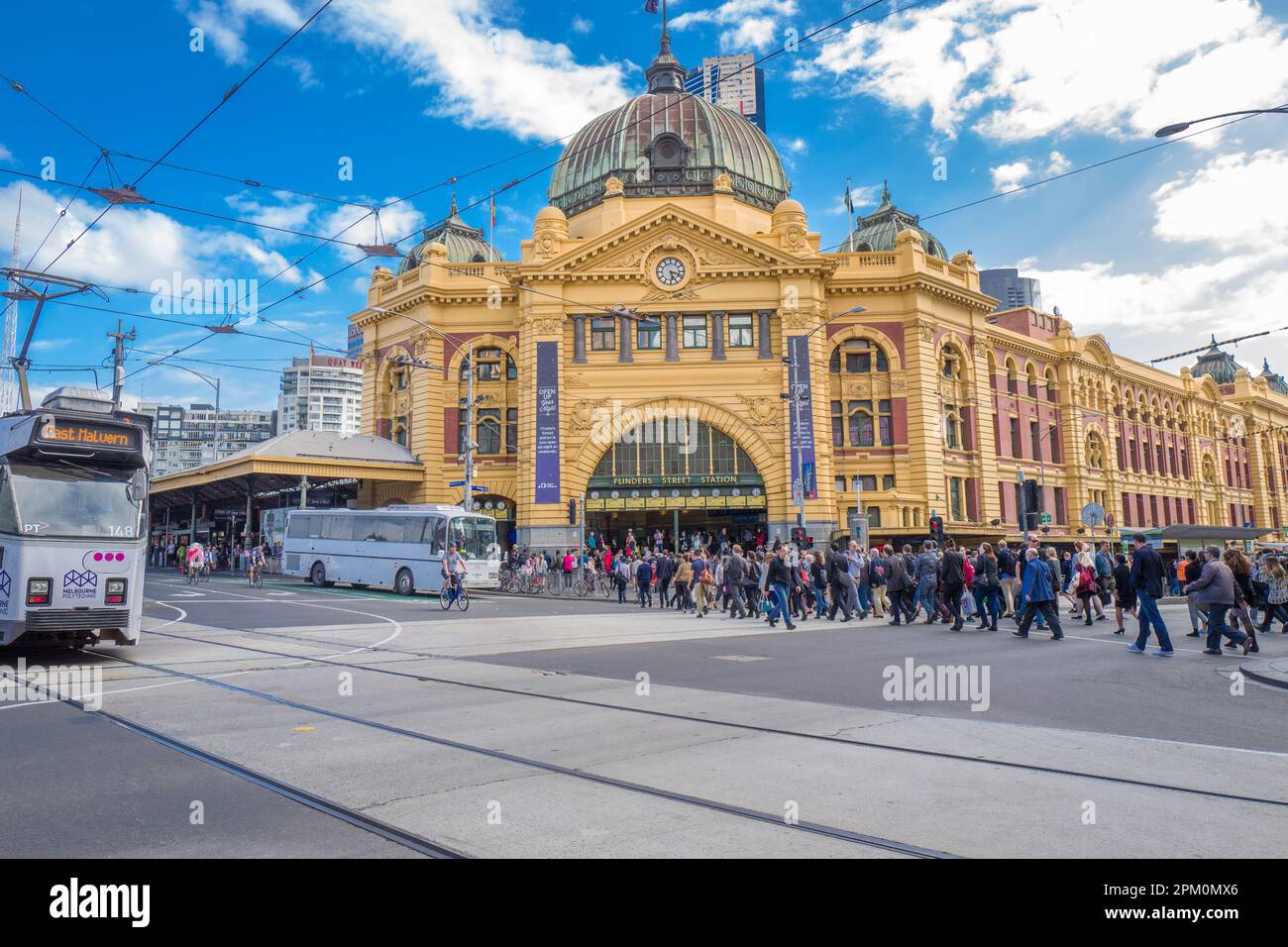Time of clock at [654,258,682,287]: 5:18
